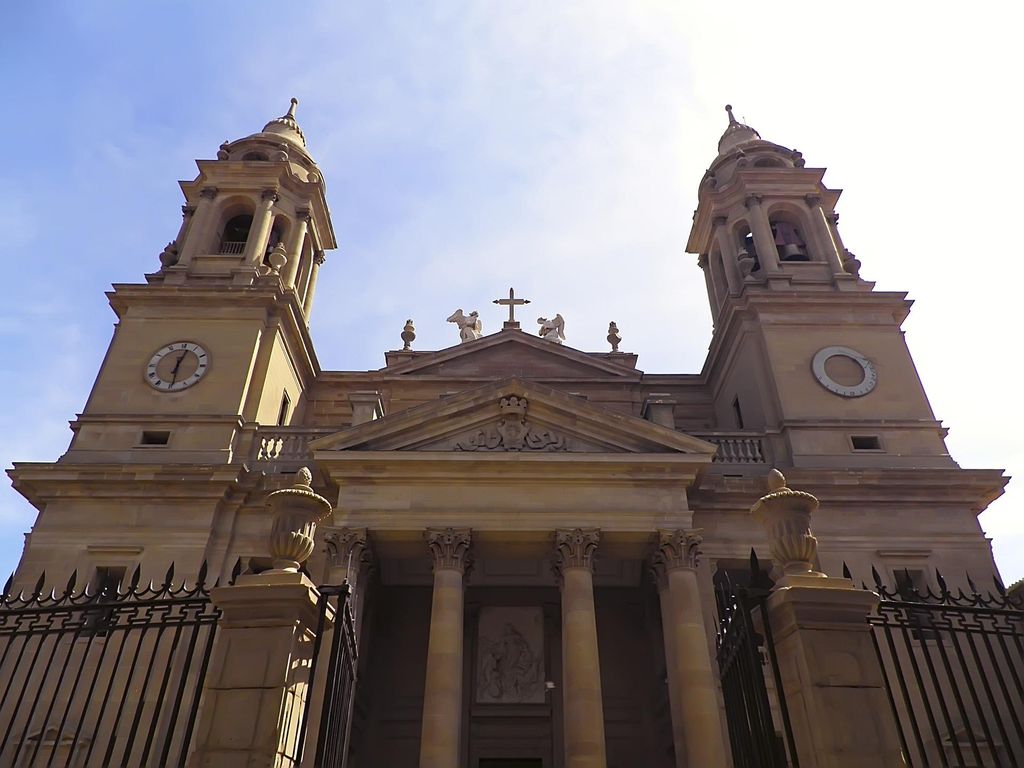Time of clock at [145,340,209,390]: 12:29
